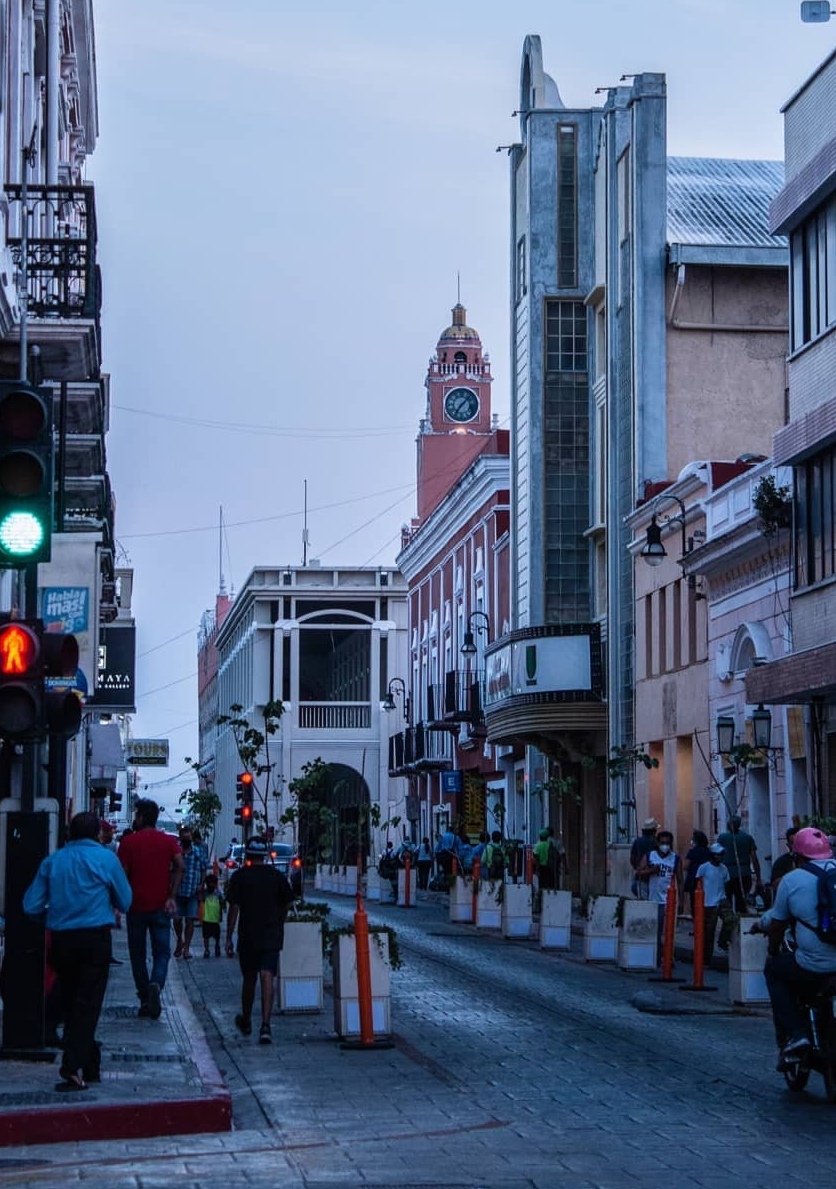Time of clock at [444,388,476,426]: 7:07
